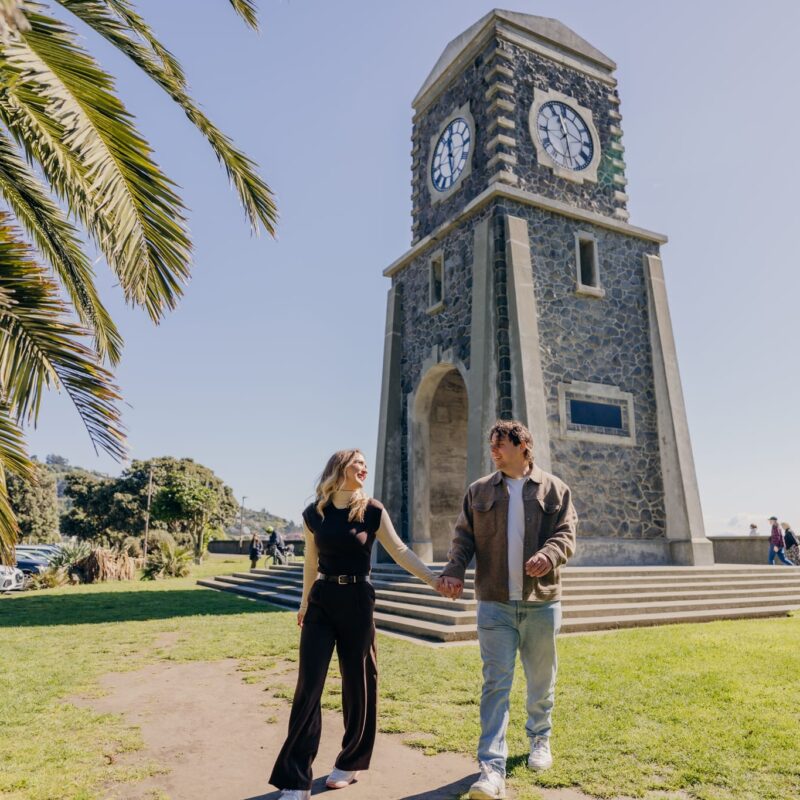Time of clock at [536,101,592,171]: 11:28
